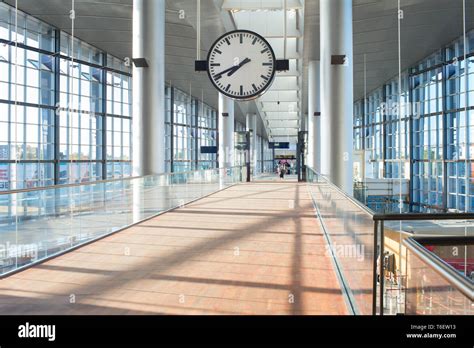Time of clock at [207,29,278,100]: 7:40
